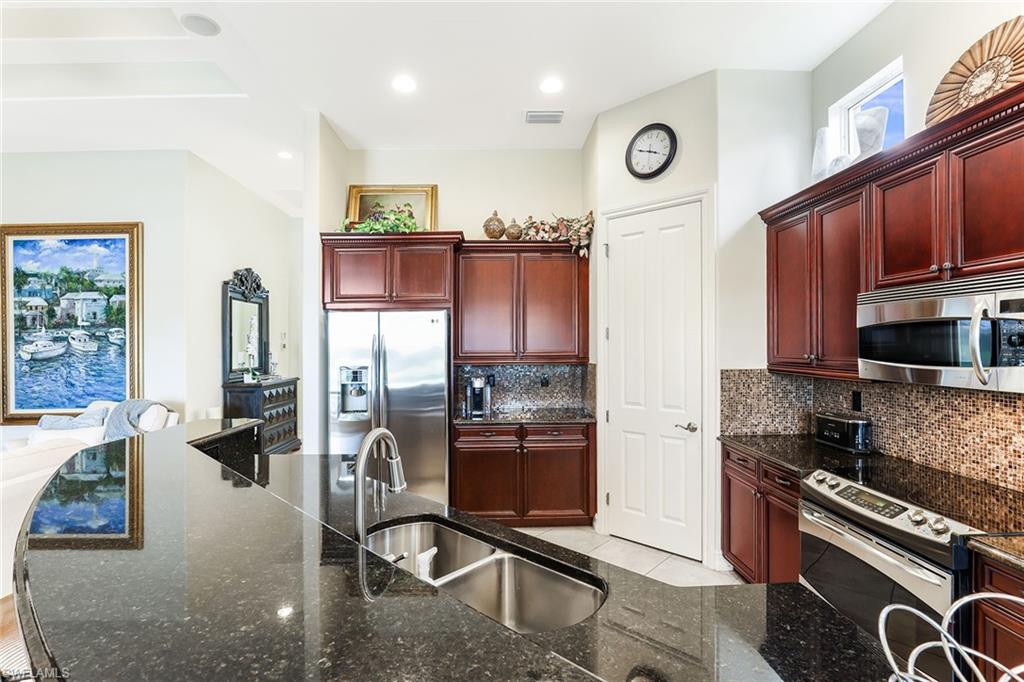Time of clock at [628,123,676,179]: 3:48
